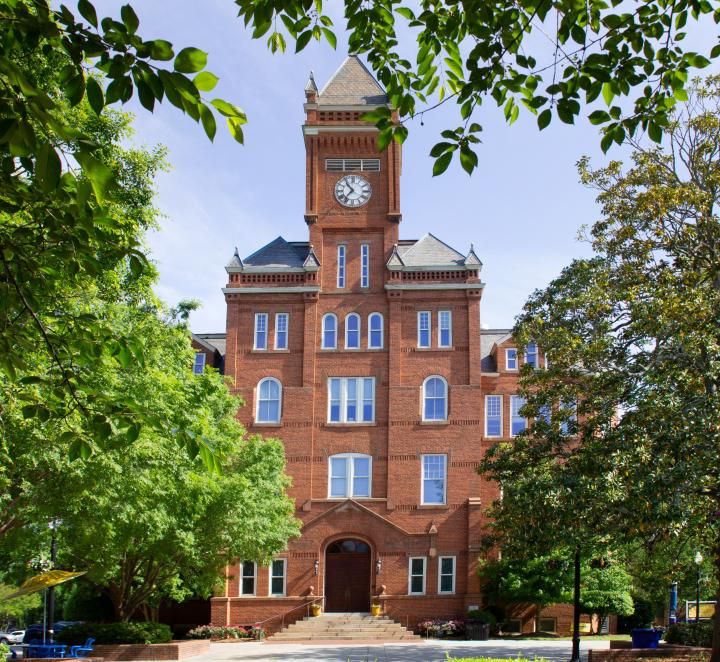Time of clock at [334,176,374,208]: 10:36
